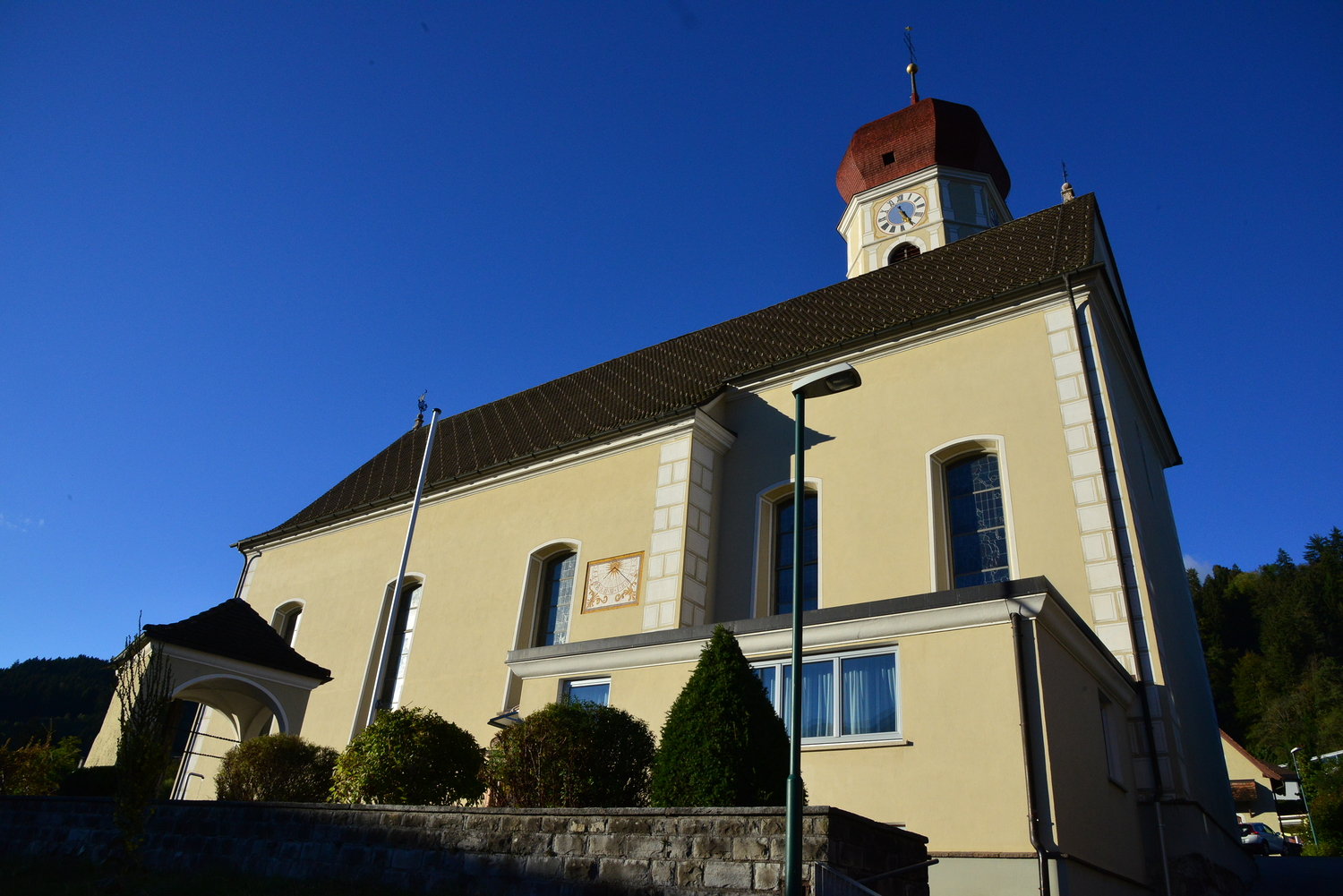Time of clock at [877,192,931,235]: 11:25
